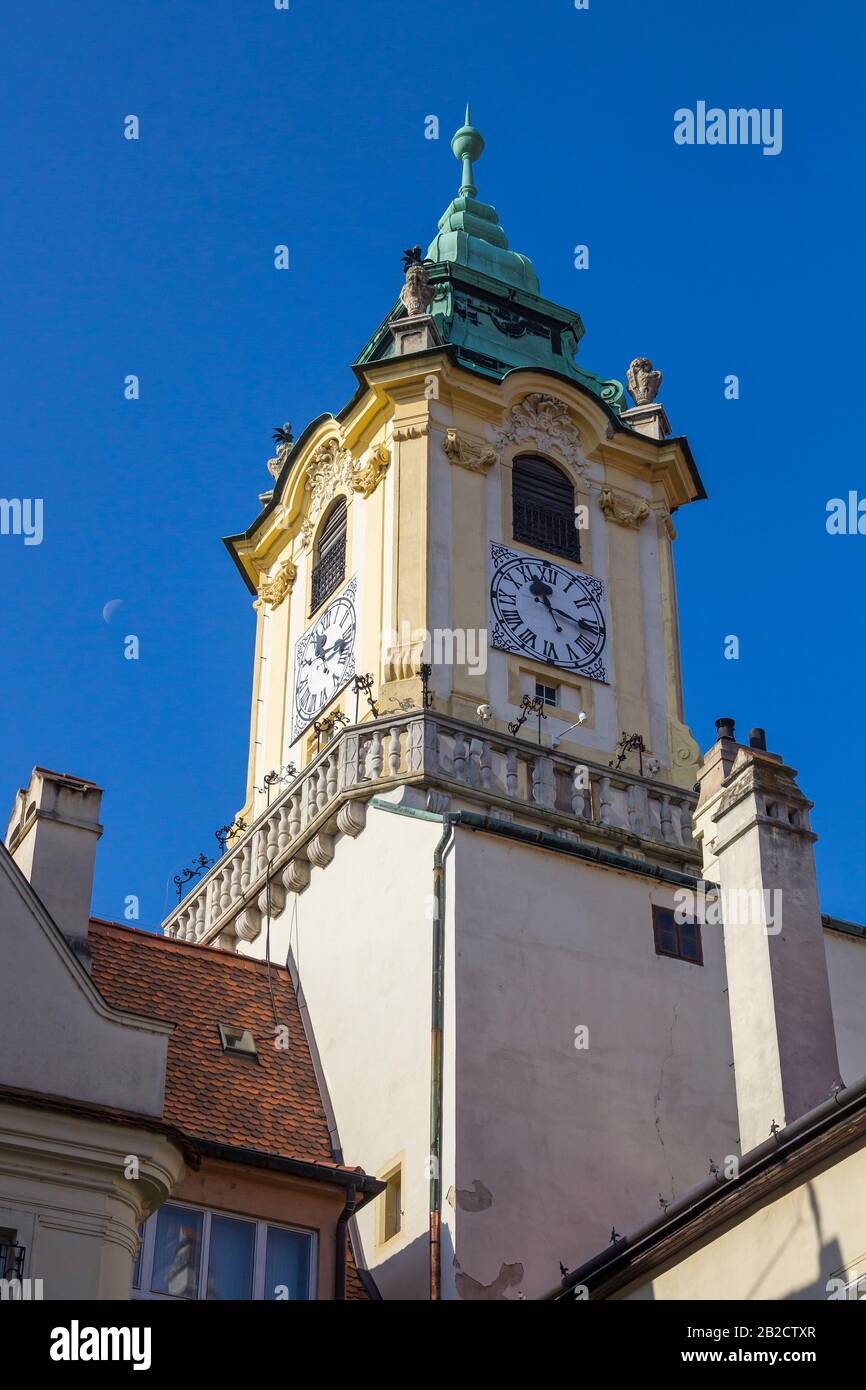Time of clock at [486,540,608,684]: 11:16
